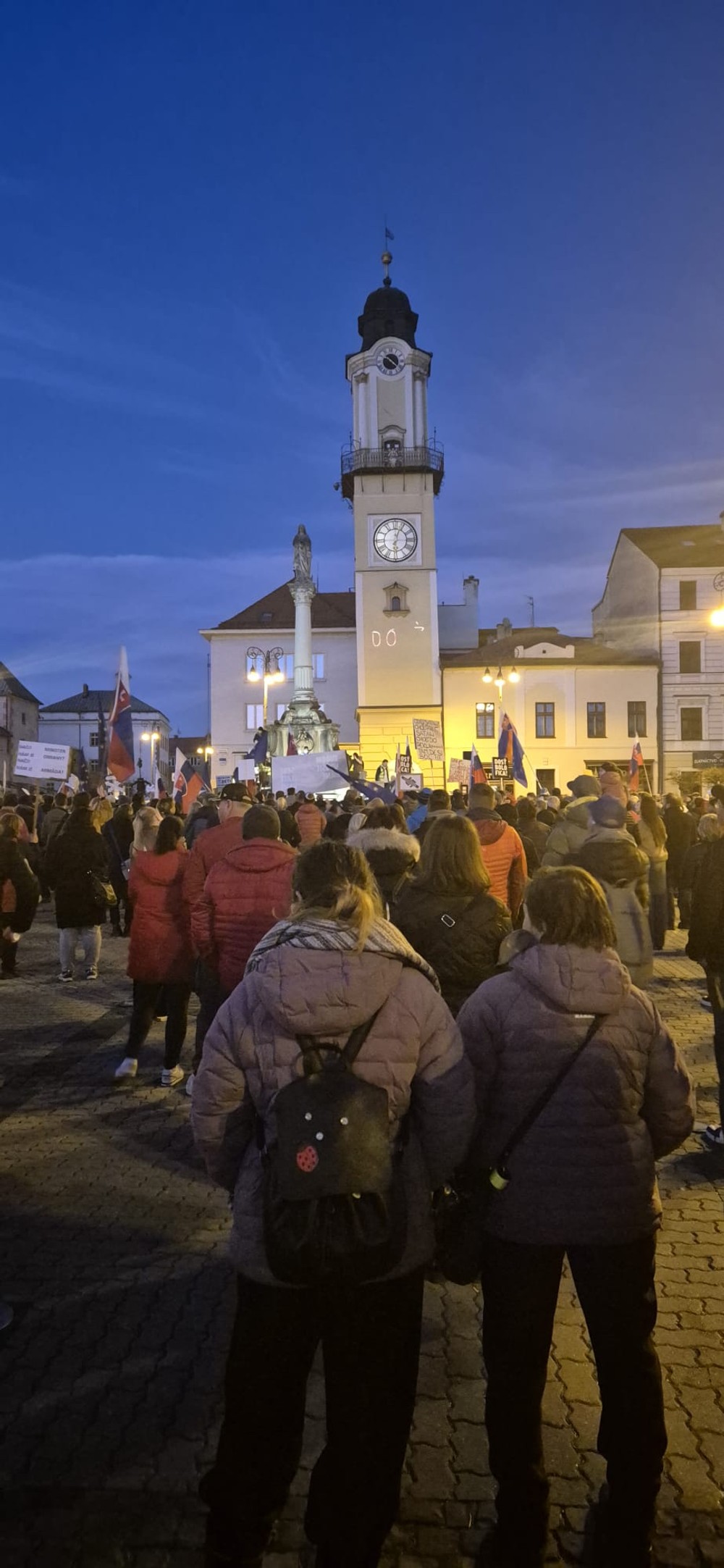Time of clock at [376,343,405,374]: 4:21
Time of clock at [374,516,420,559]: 6:03
